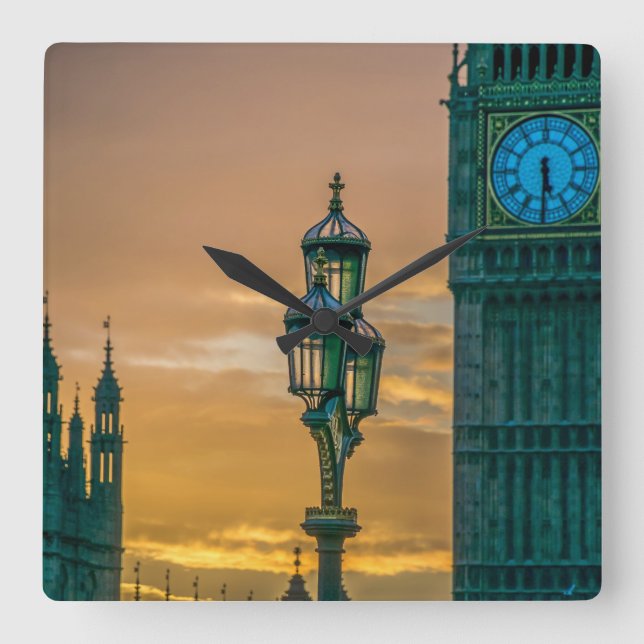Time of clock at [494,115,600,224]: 5:30
